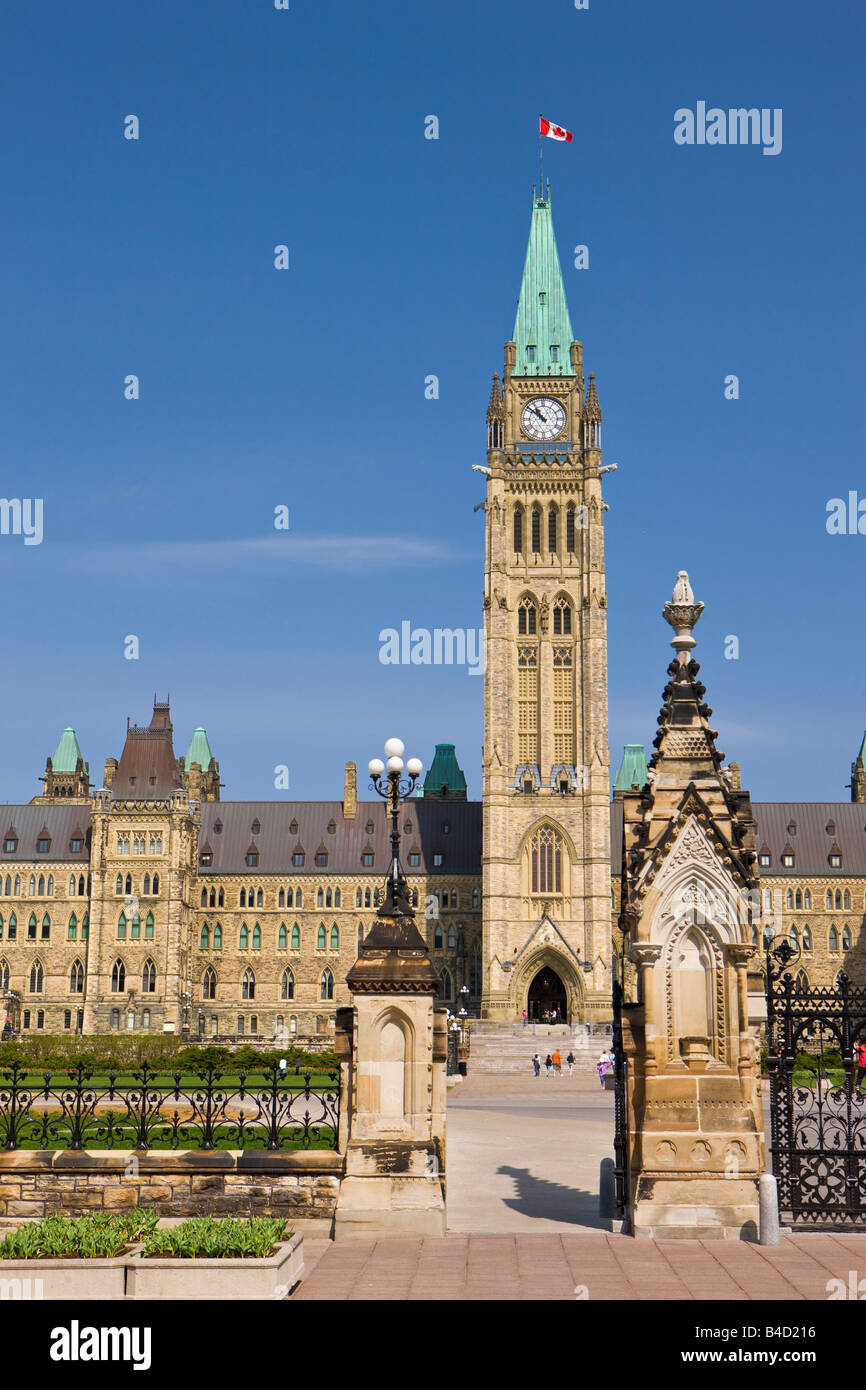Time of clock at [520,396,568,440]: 10:51
